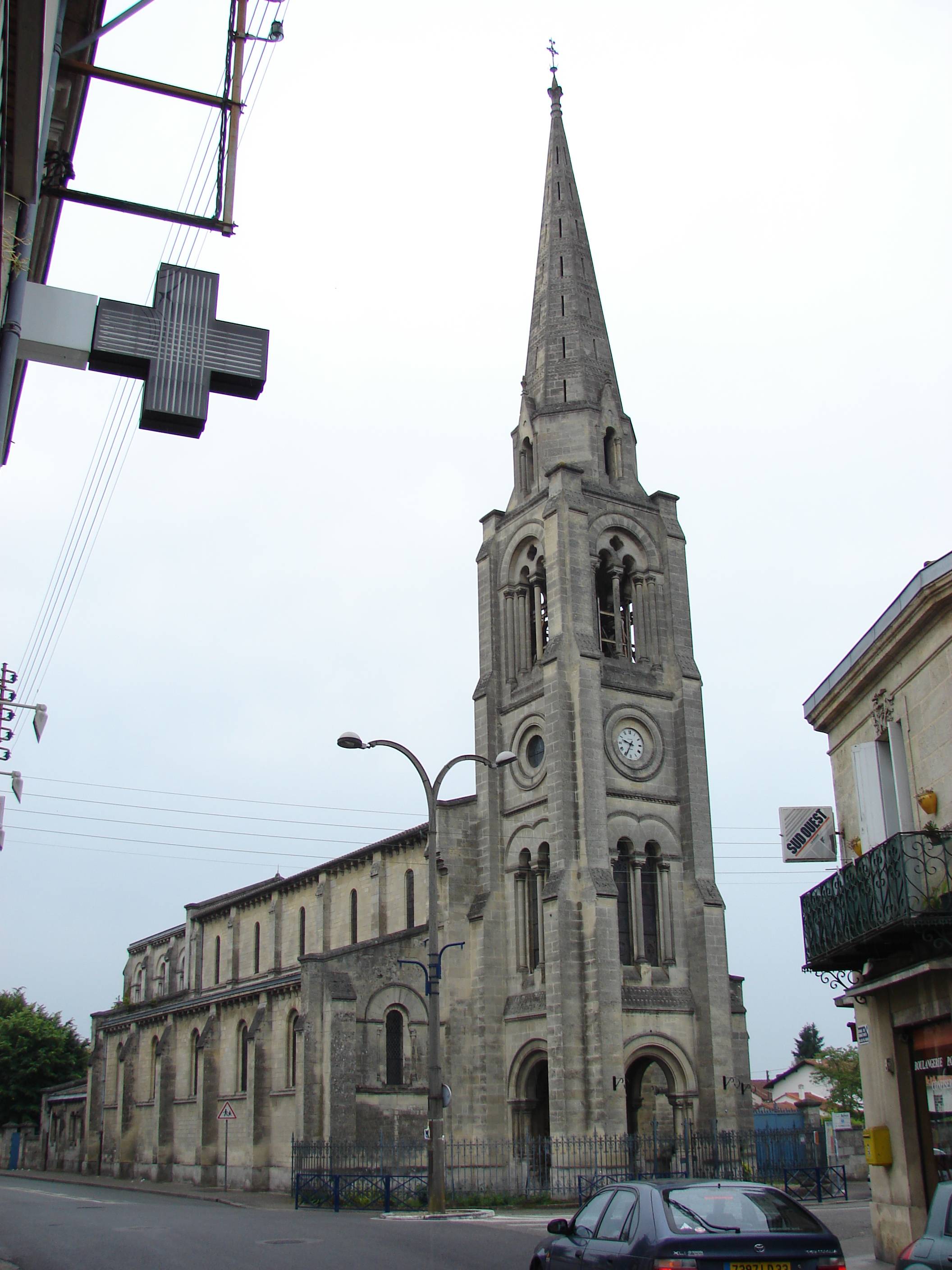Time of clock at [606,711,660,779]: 9:34
